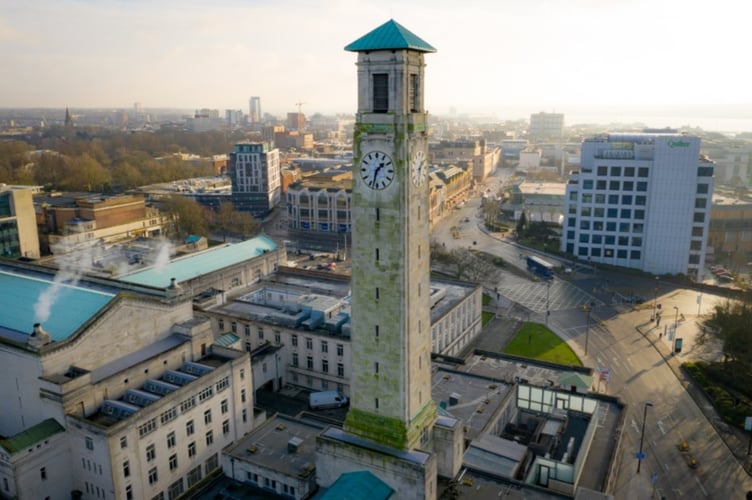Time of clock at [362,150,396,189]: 1:32
